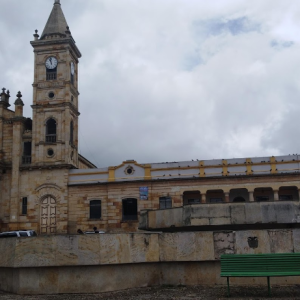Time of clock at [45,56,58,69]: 10:58
